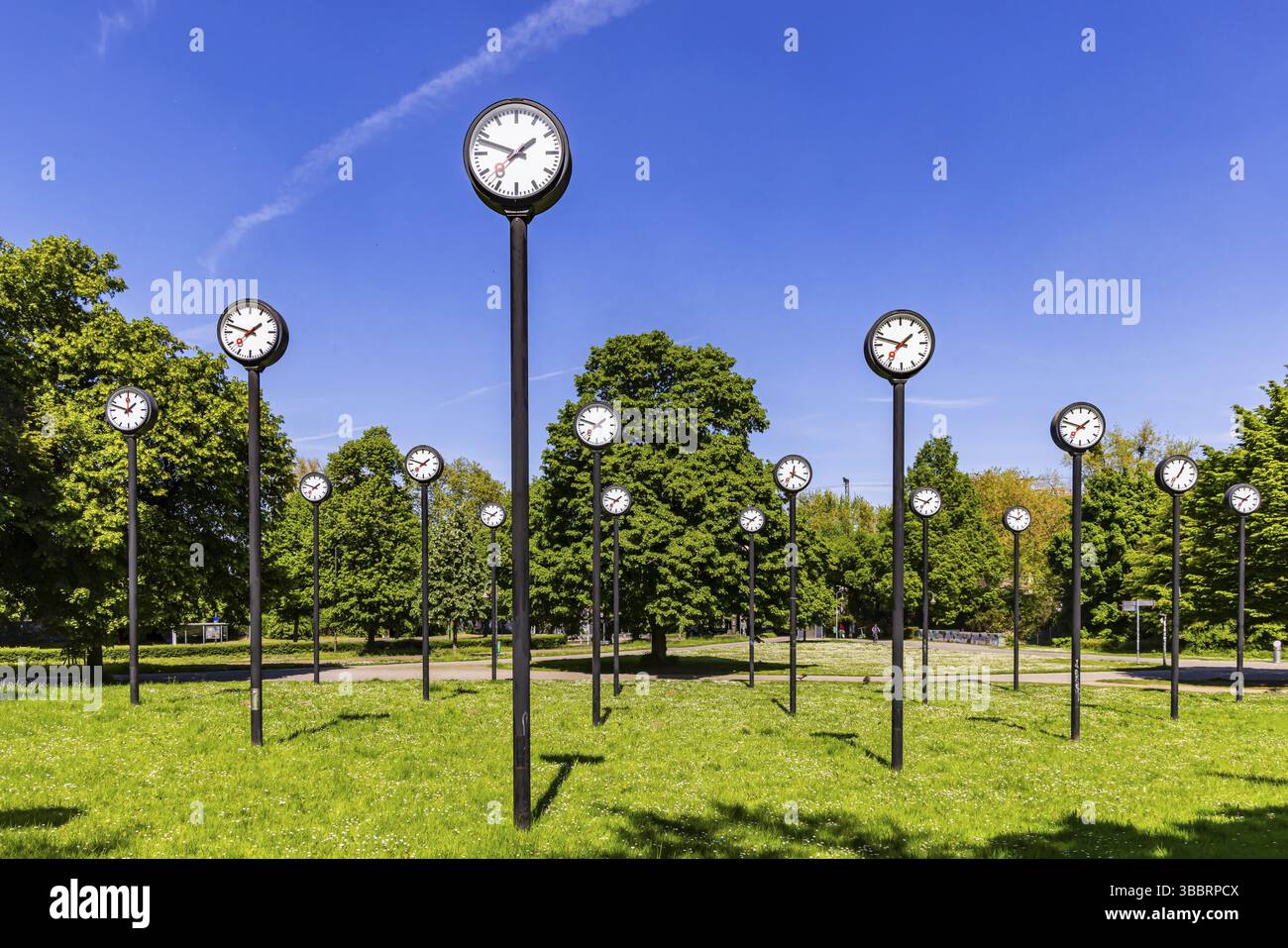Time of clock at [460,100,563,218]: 1:47
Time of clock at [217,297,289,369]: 1:47
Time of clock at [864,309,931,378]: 1:47
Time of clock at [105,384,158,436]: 1:47
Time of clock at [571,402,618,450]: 1:47
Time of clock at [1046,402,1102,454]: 1:47
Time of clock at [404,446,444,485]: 1:47
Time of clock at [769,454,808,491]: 12:19
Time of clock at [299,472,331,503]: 1:47
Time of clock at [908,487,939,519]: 1:47
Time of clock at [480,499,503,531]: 1:47
